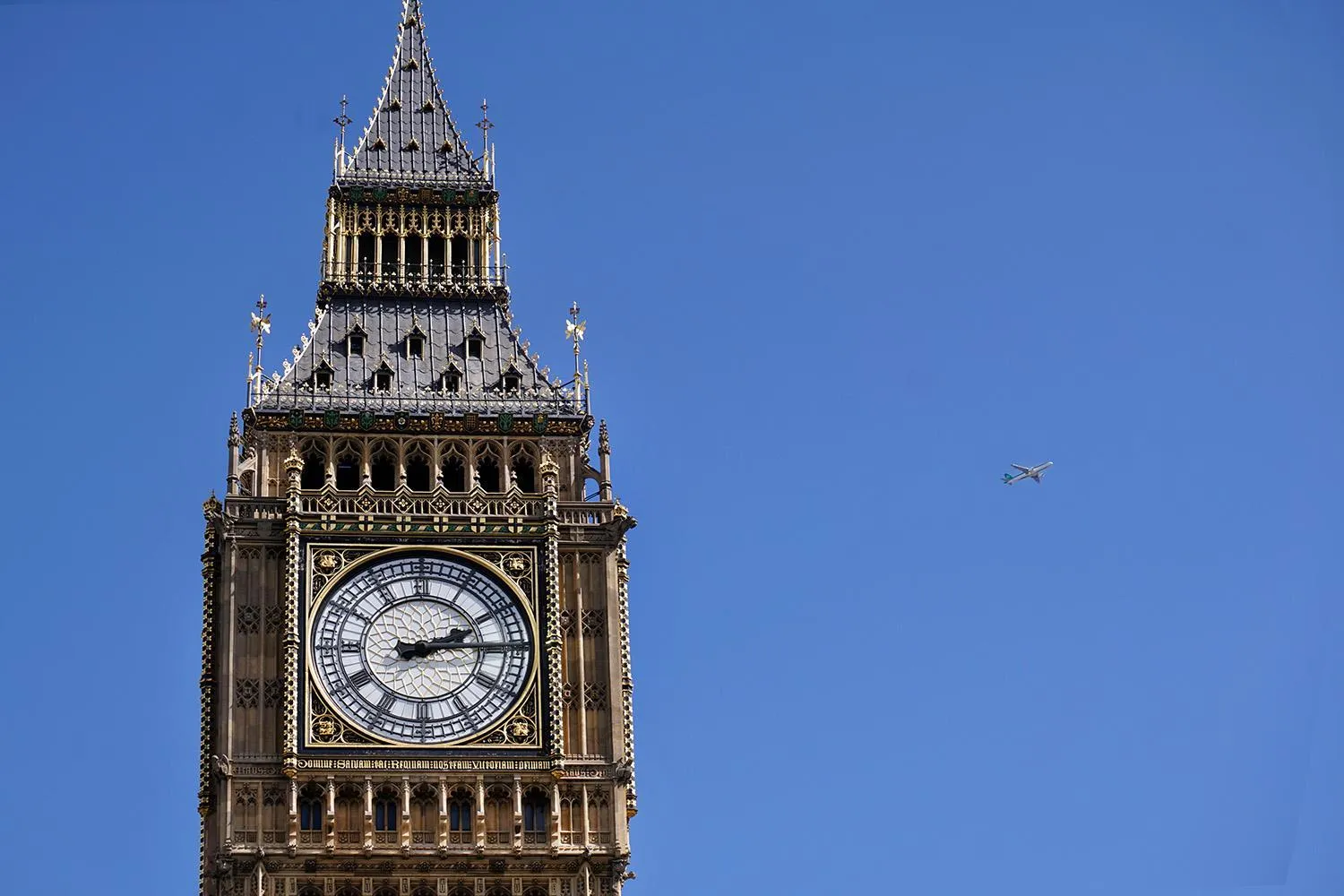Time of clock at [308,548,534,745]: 2:14
